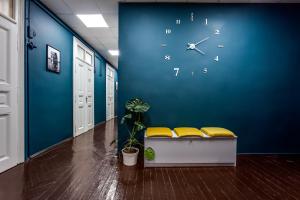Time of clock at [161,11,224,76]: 4:10
